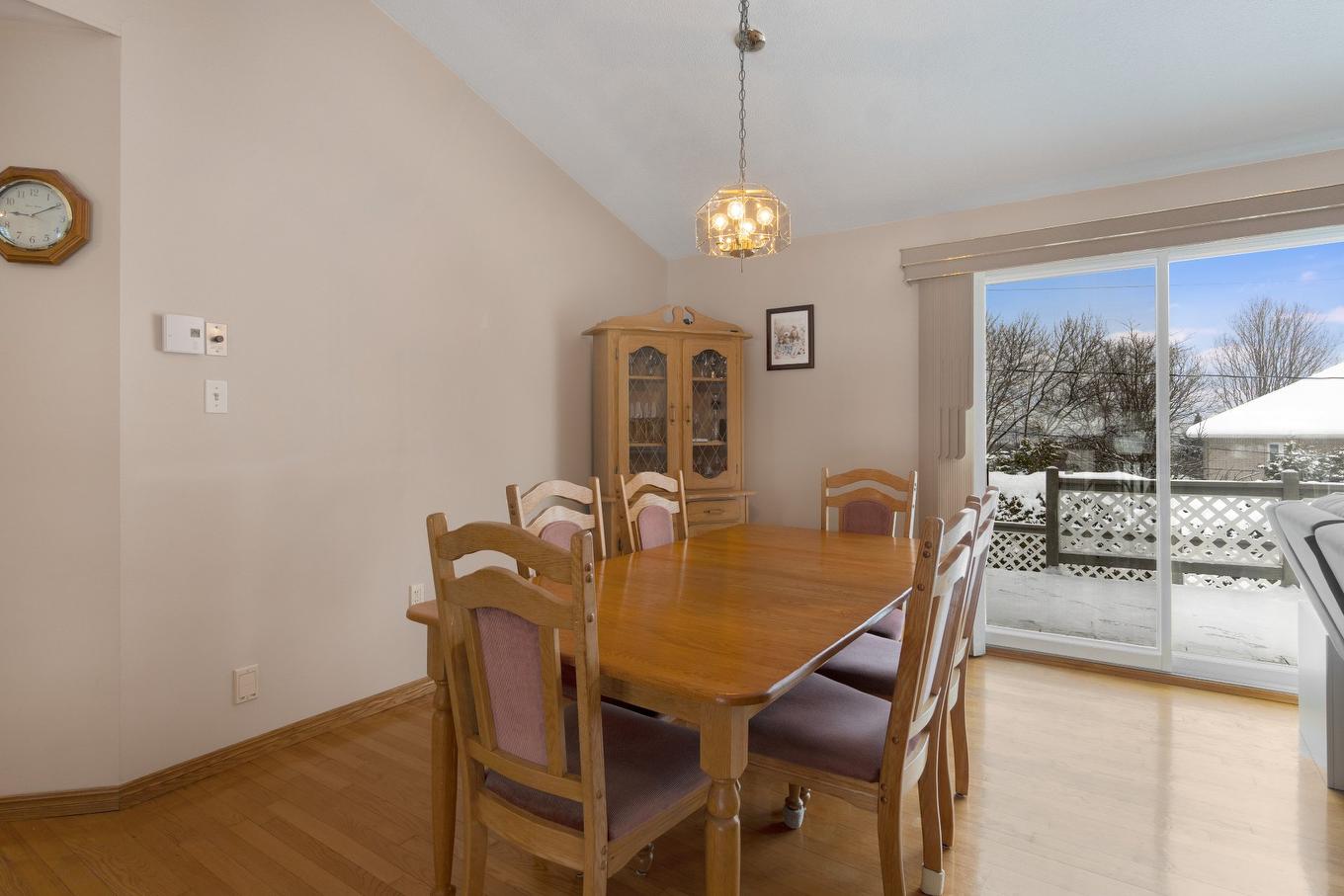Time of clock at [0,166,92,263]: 9:10
